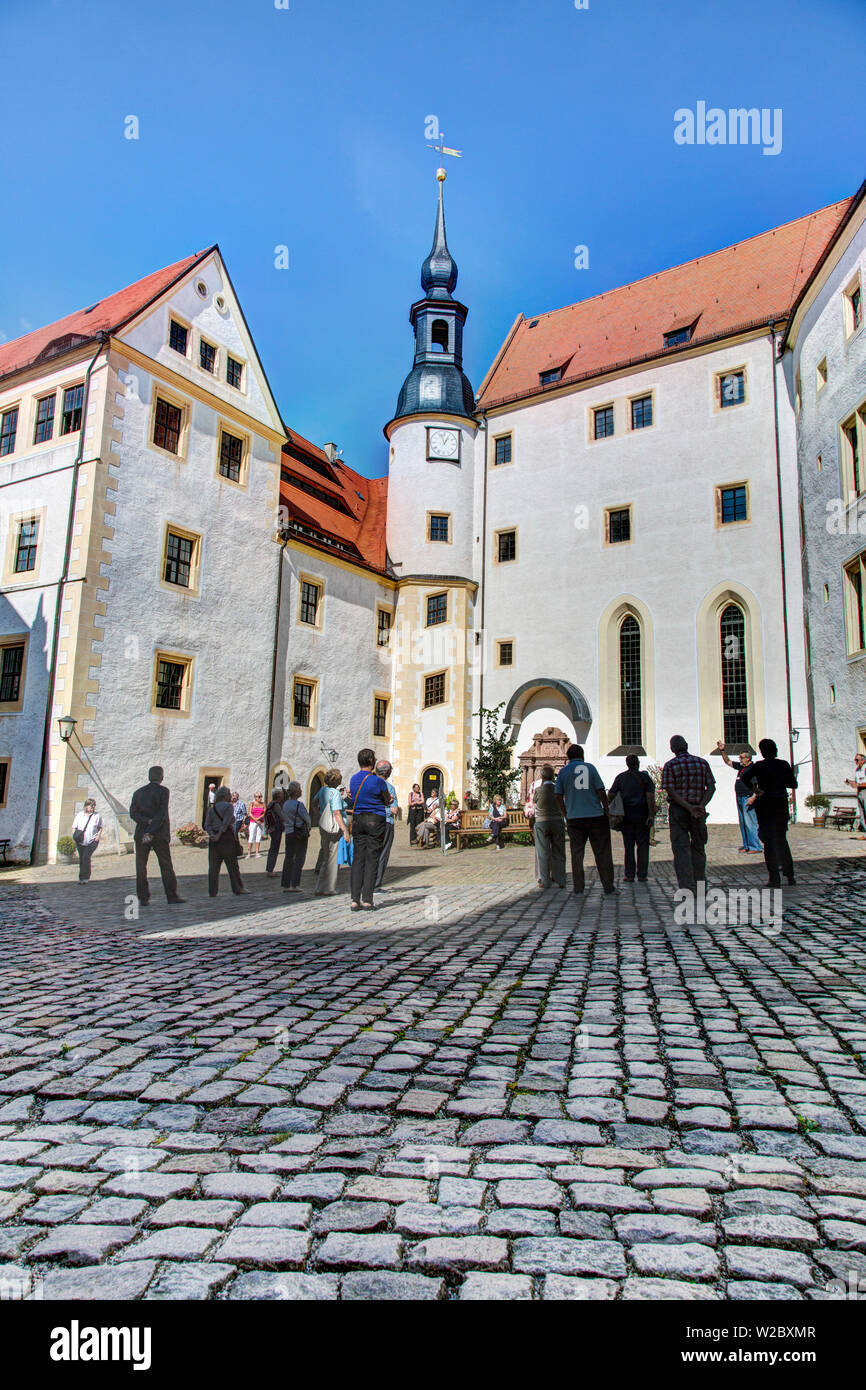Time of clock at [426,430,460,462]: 12:57
